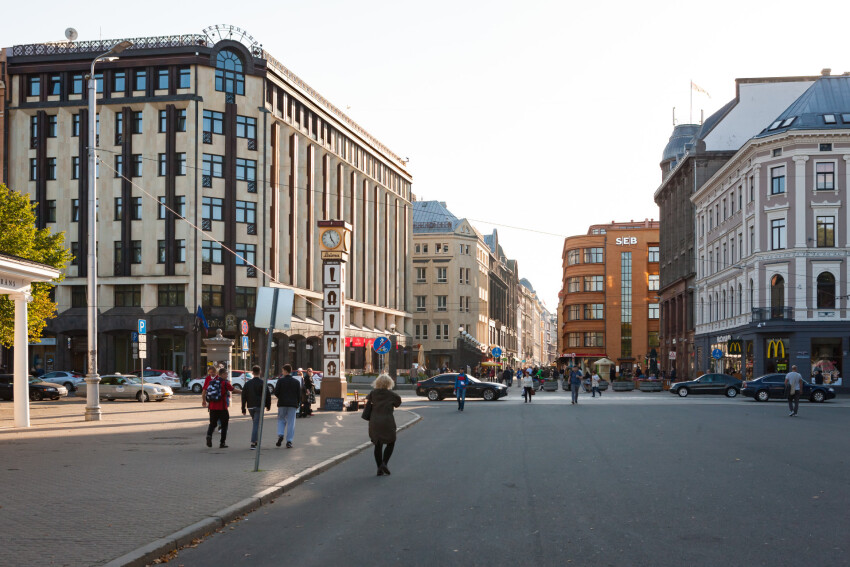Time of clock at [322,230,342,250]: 4:57
